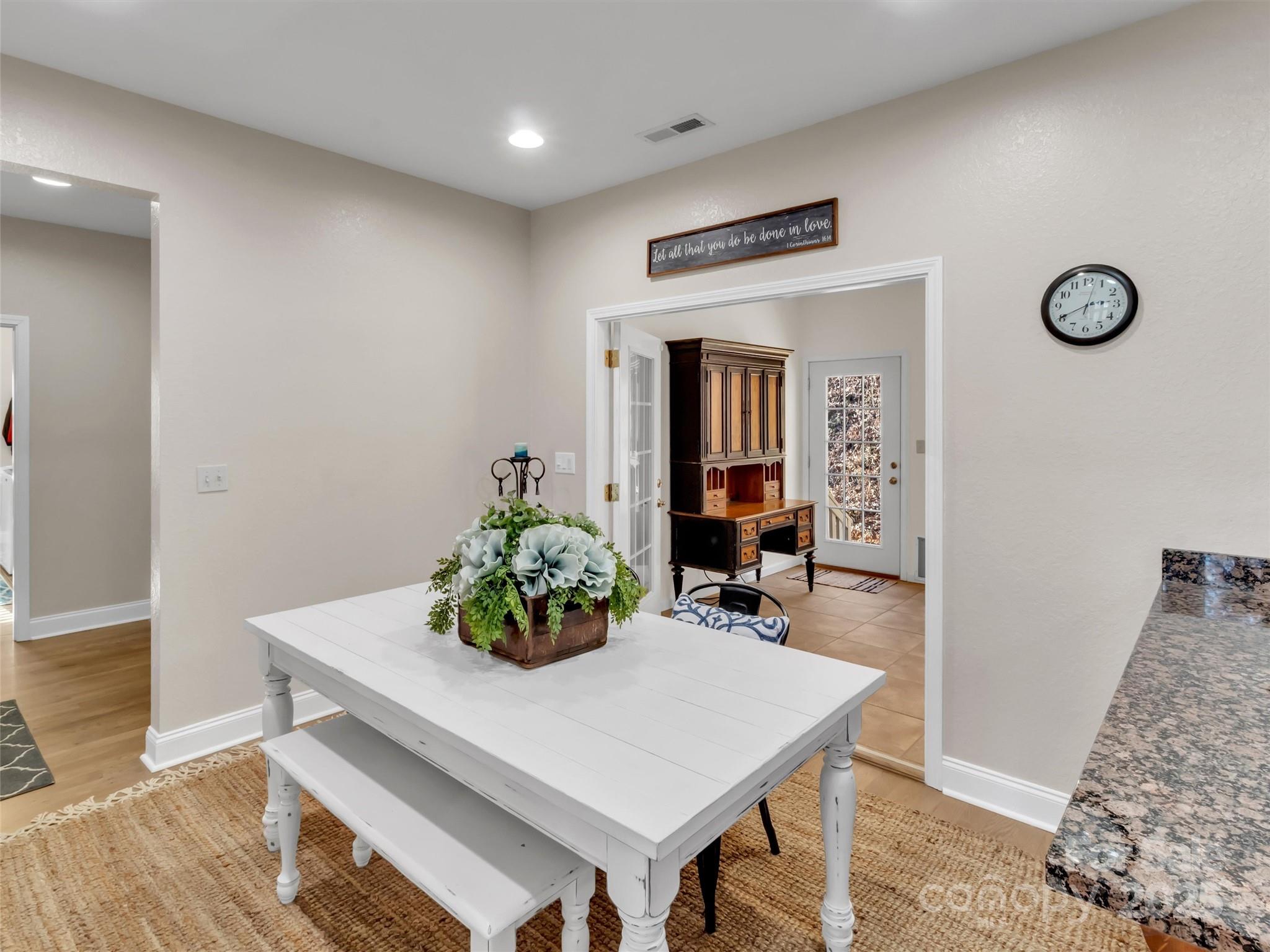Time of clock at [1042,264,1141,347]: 2:40
